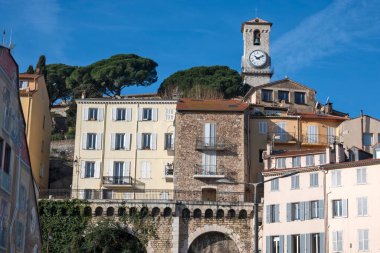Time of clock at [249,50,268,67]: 10:10
